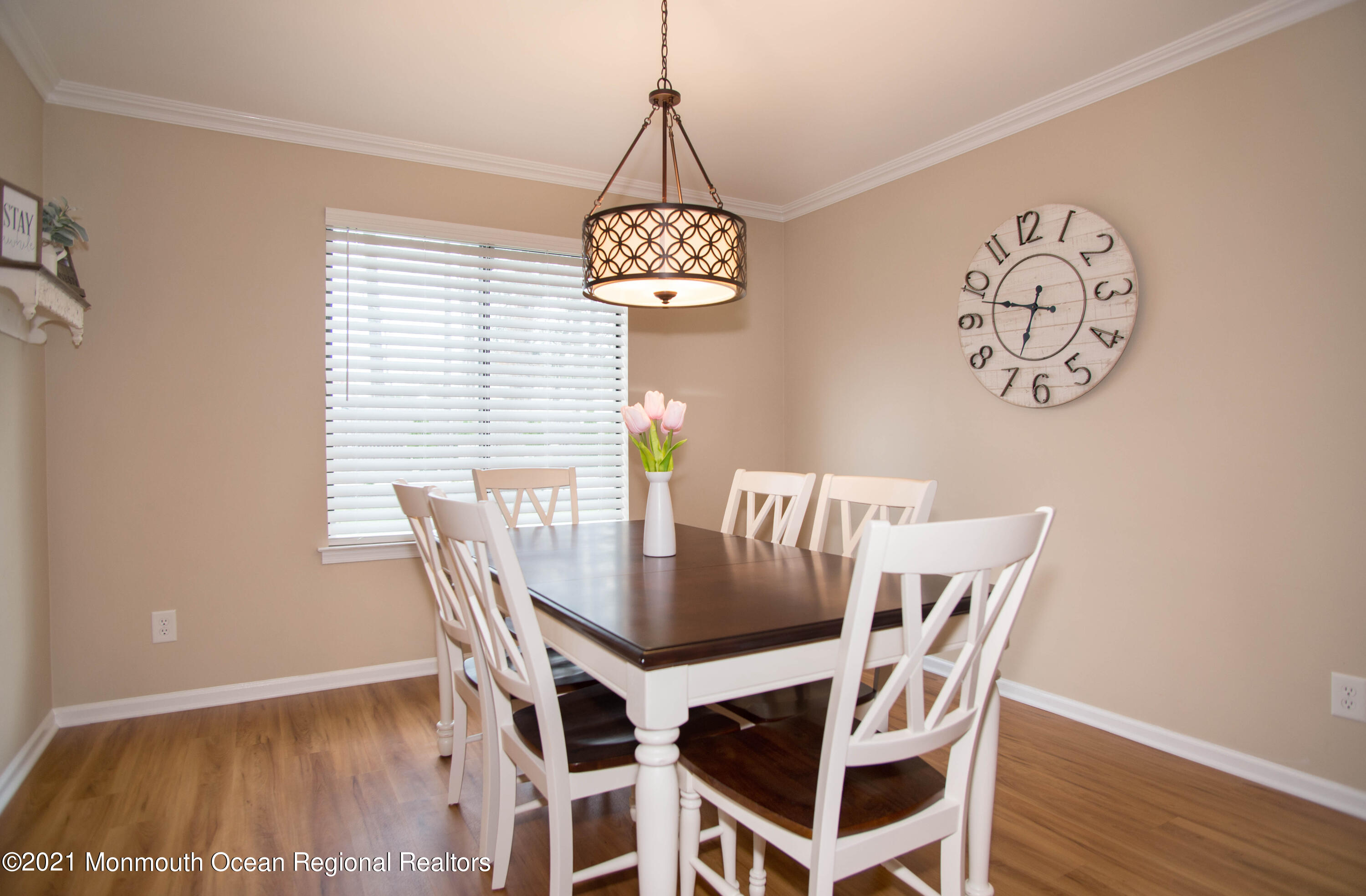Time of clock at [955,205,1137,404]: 6:47
